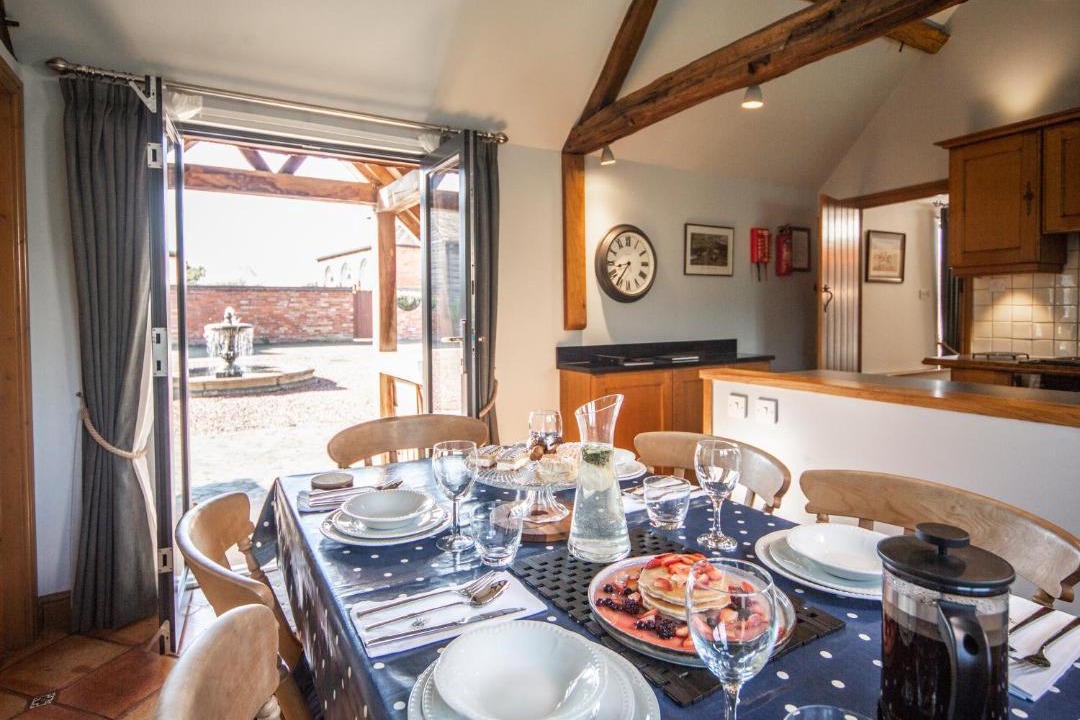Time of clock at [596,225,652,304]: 8:35
